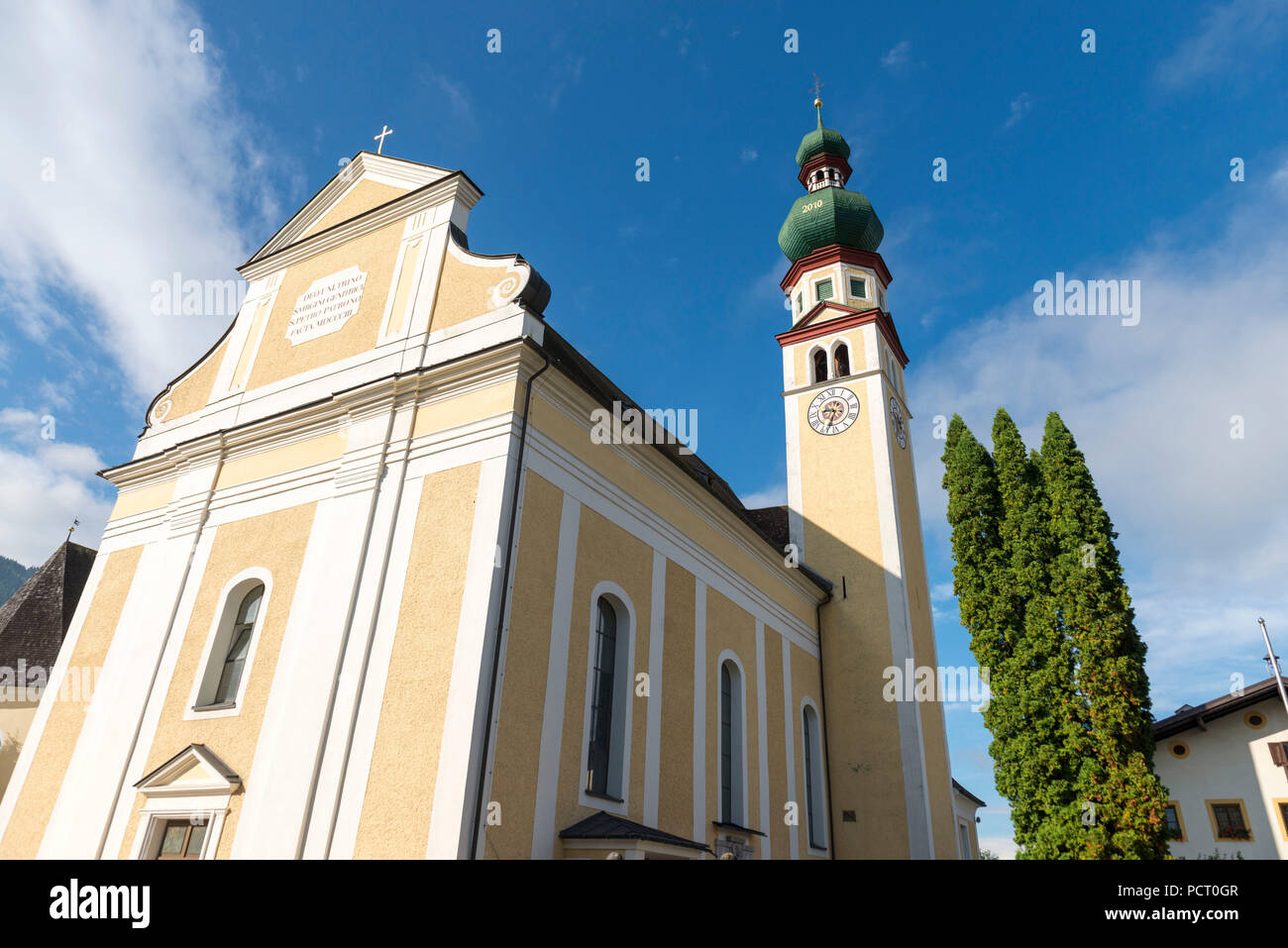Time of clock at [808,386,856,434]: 9:33
